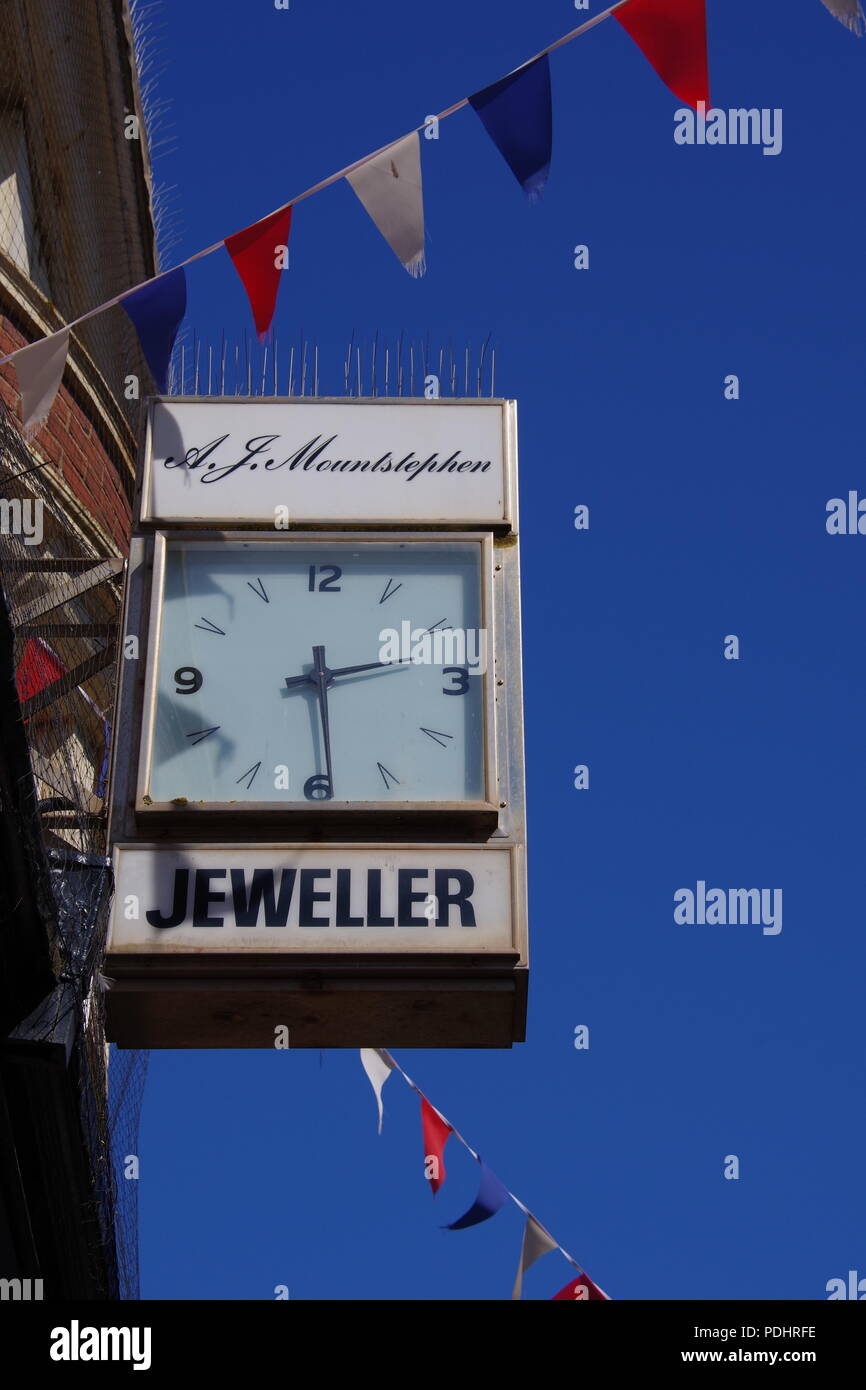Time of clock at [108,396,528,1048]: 2:29
